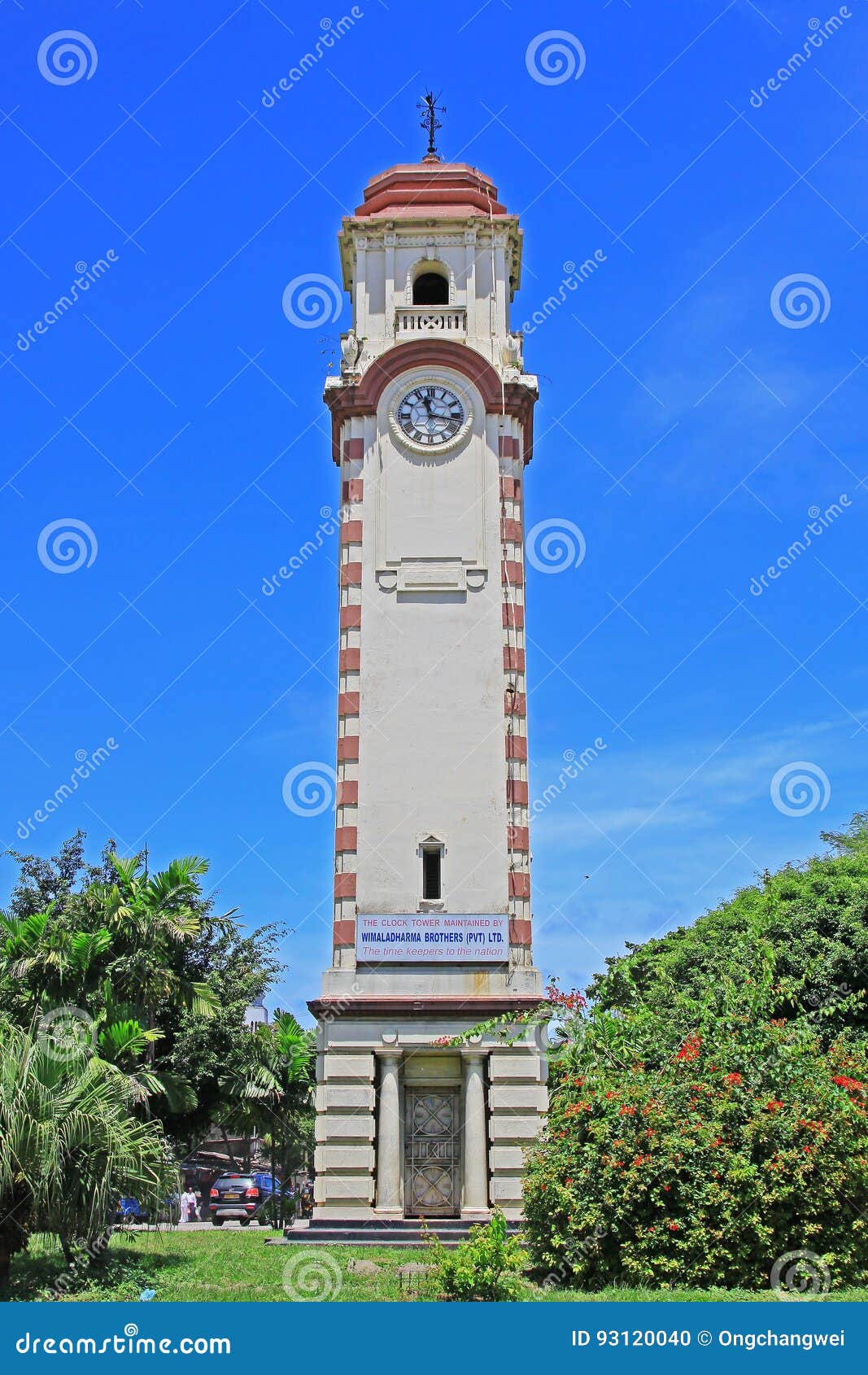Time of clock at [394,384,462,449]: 11:16
